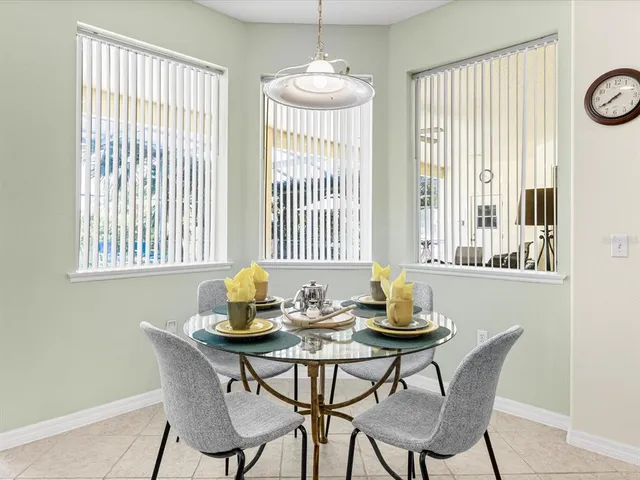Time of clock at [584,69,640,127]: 7:39
